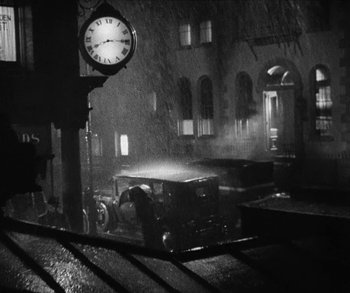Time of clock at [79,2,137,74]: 8:14
